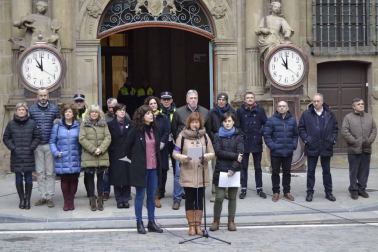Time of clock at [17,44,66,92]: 11:00
